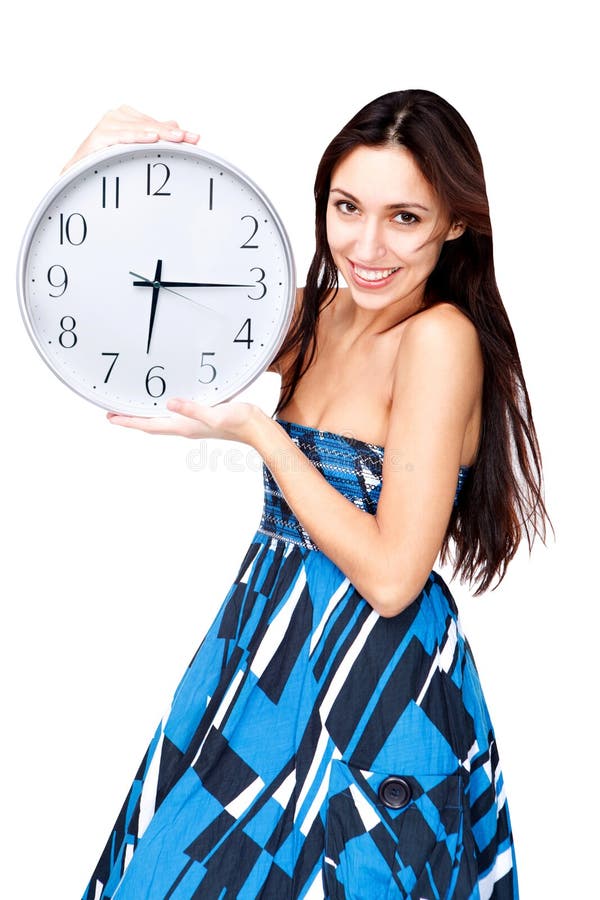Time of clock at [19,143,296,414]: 6:15
